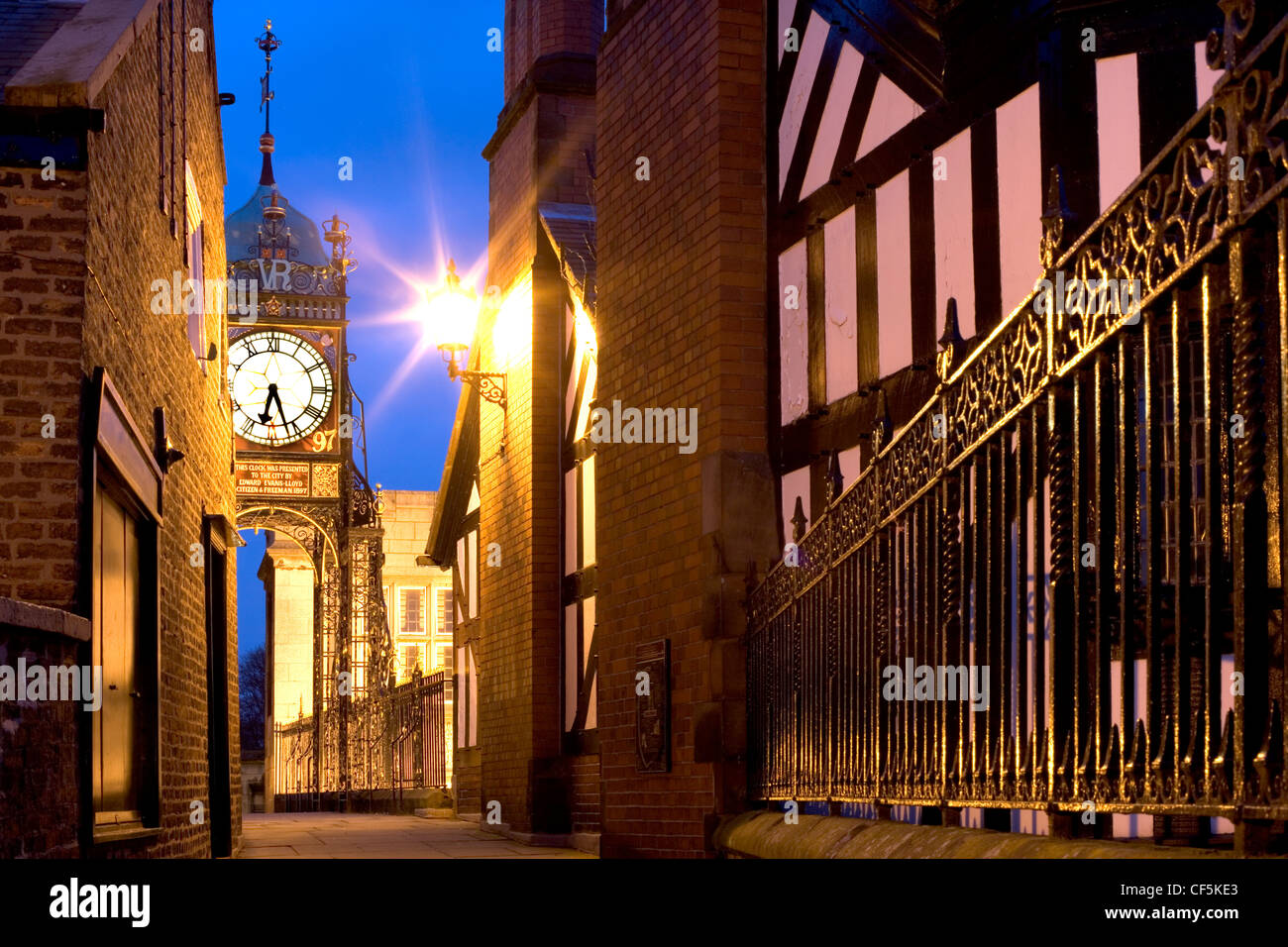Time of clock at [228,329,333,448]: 6:26
